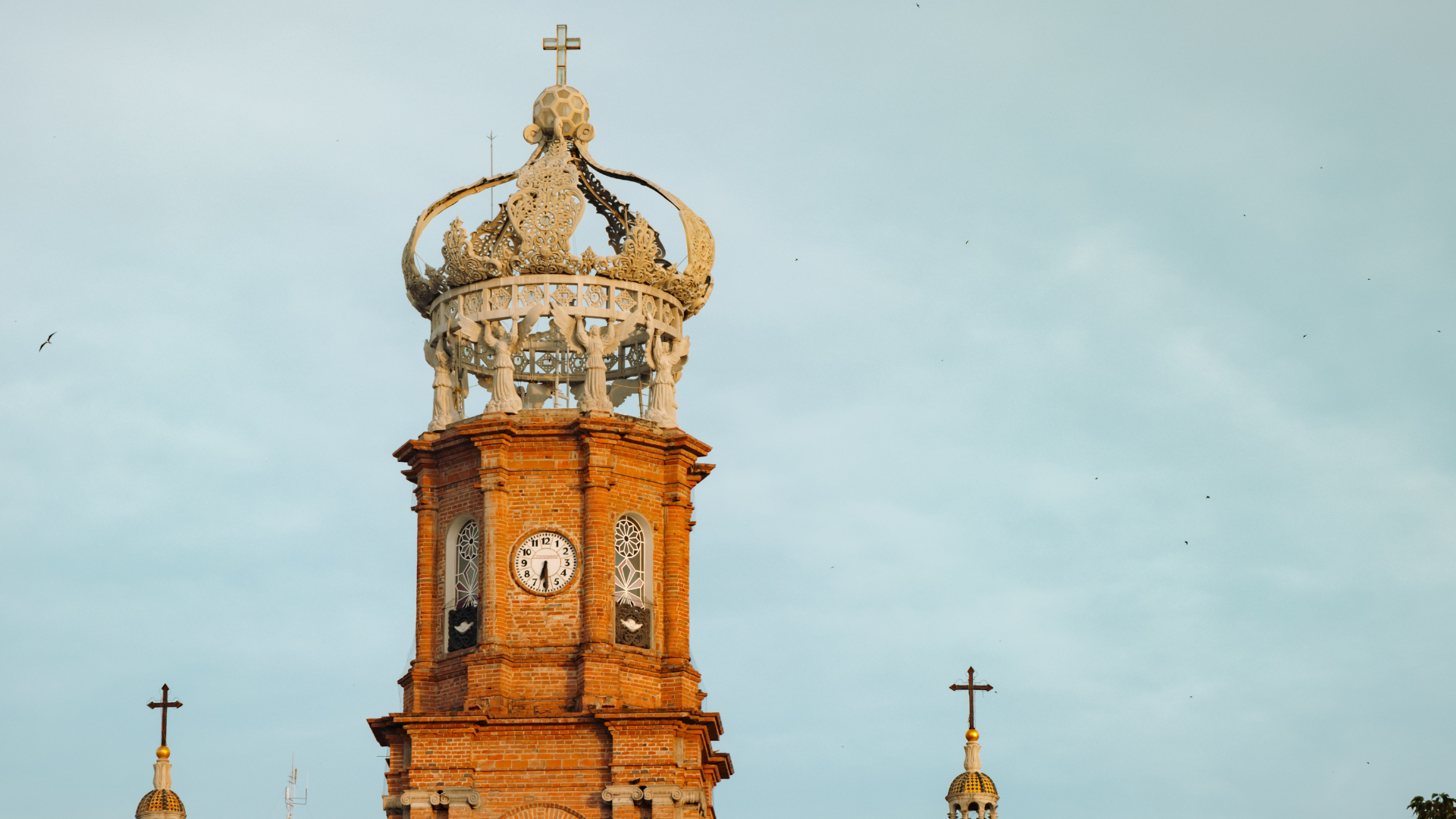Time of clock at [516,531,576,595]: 6:29
